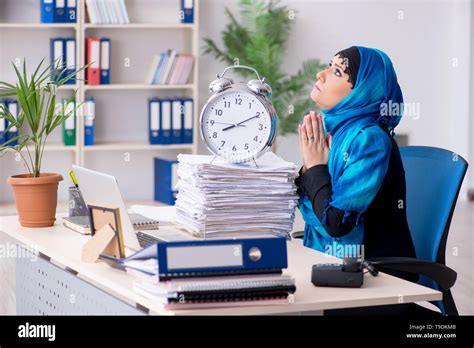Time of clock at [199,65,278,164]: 8:10
